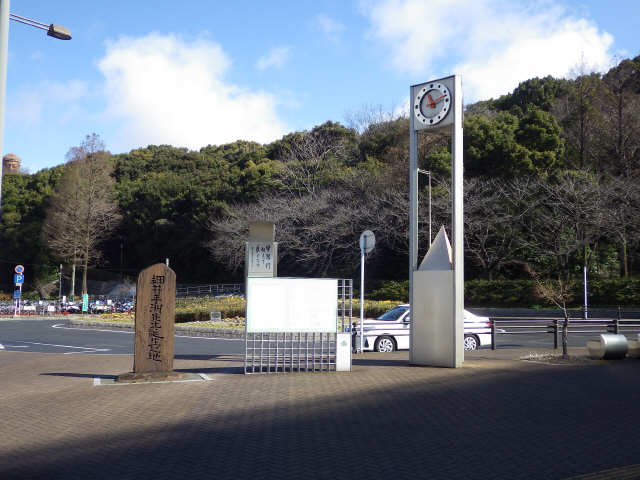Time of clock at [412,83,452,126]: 11:12
